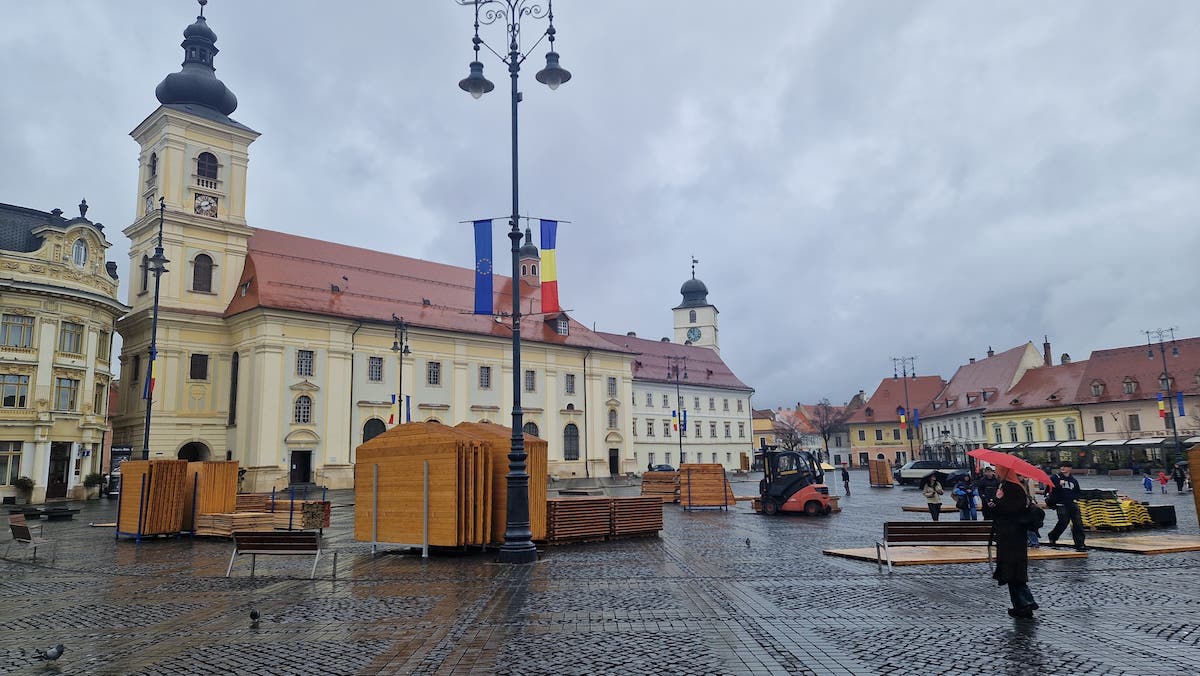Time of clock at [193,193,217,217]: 1:41
